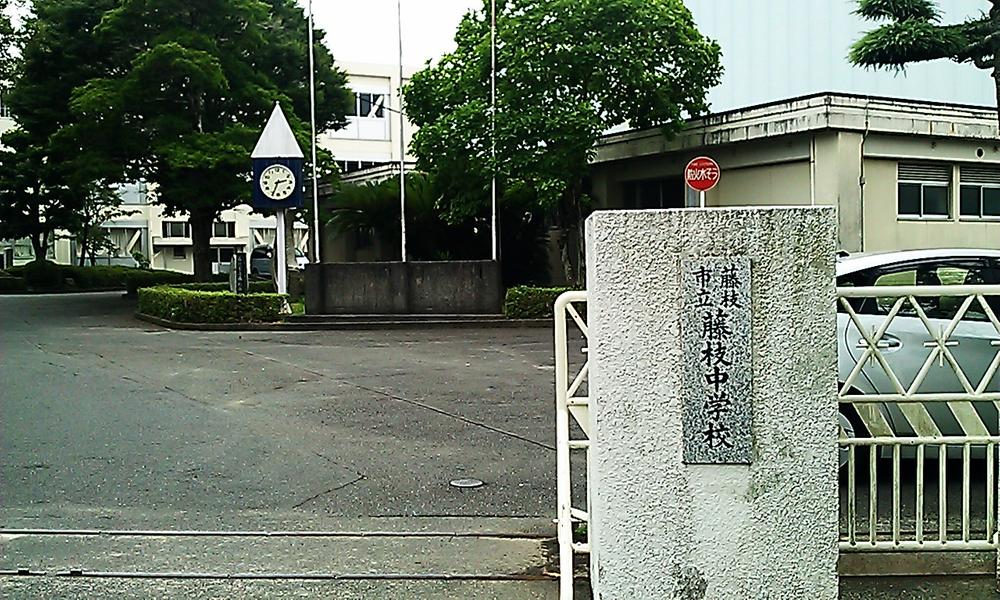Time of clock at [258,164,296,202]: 2:34
